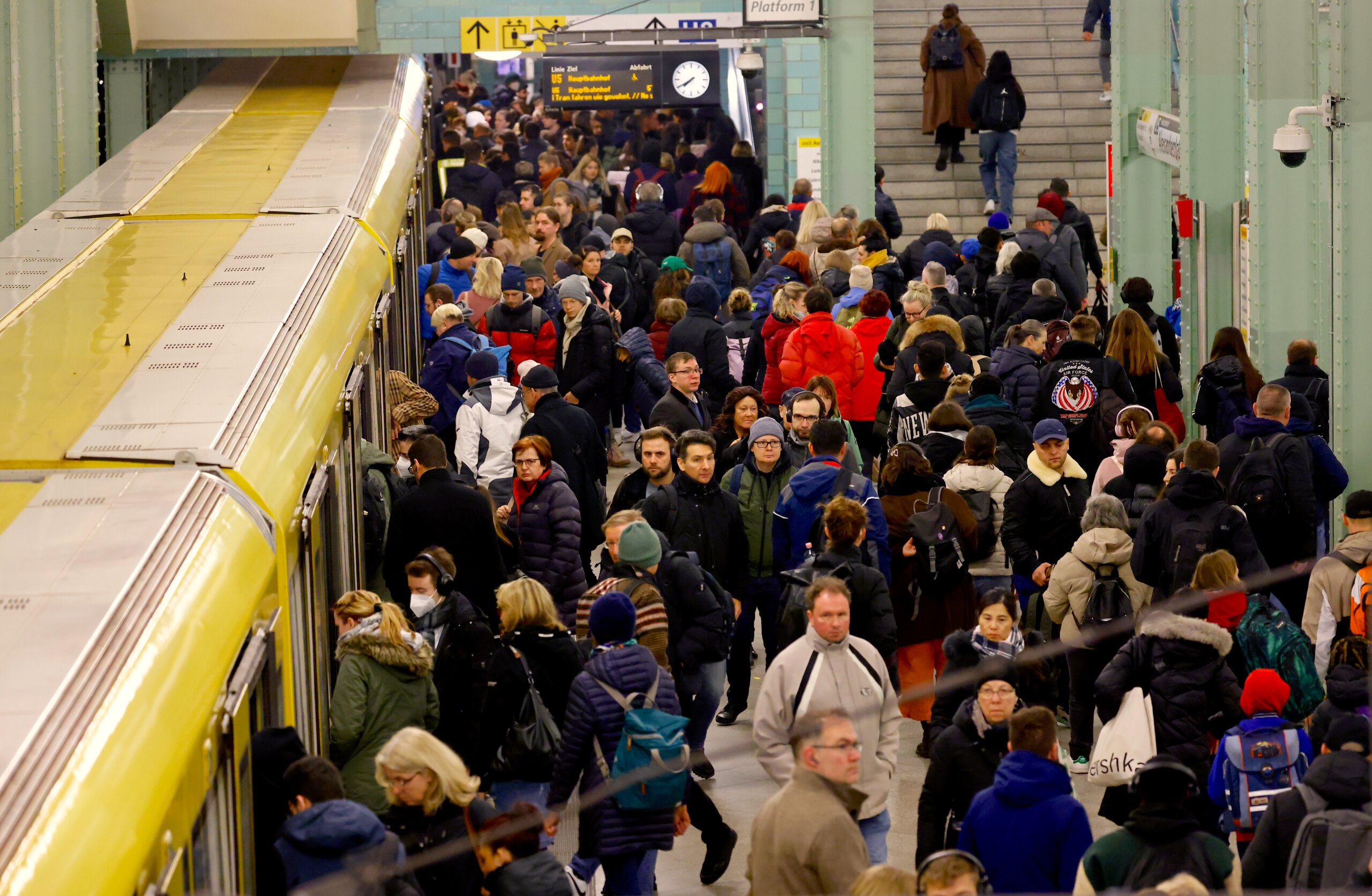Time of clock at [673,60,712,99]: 7:39
